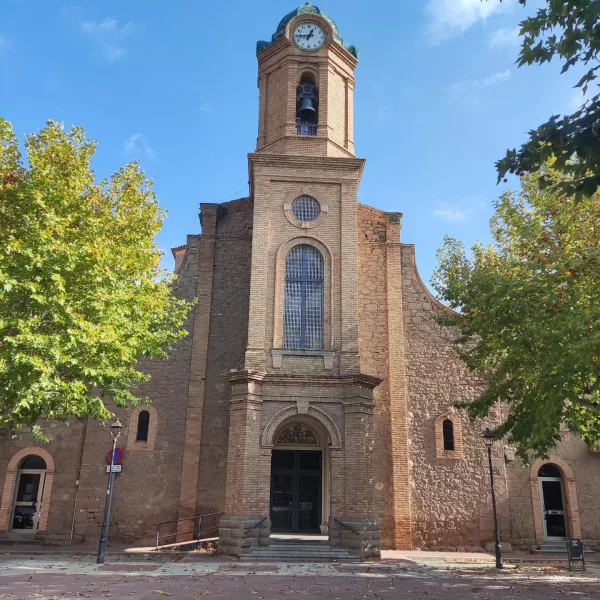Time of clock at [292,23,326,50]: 12:44
